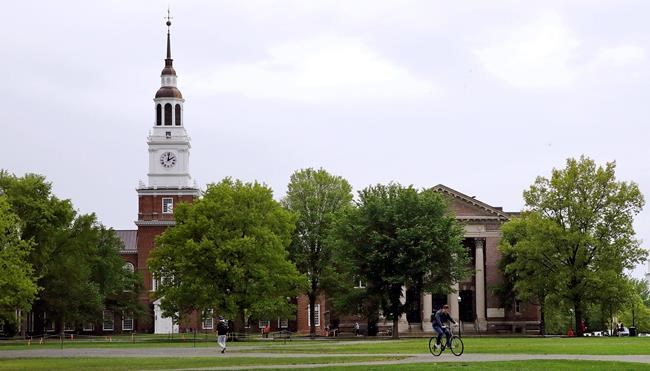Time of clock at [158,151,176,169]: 2:01
